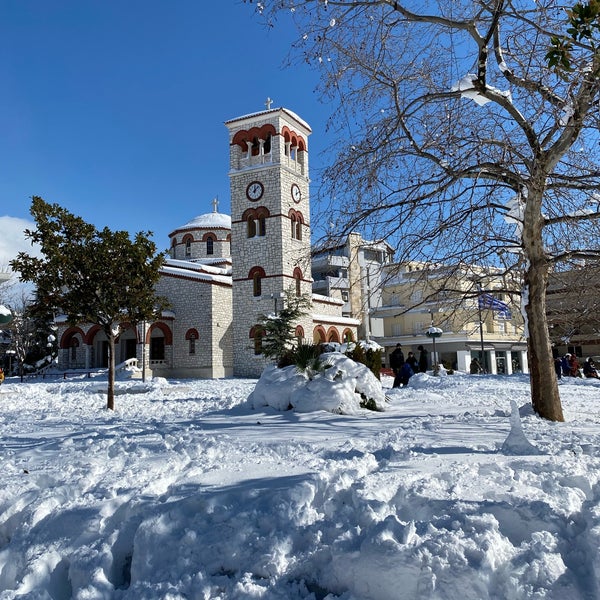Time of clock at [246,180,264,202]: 12:07
